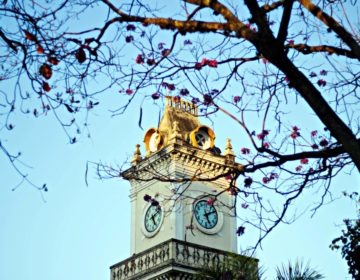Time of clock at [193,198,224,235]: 5:09
